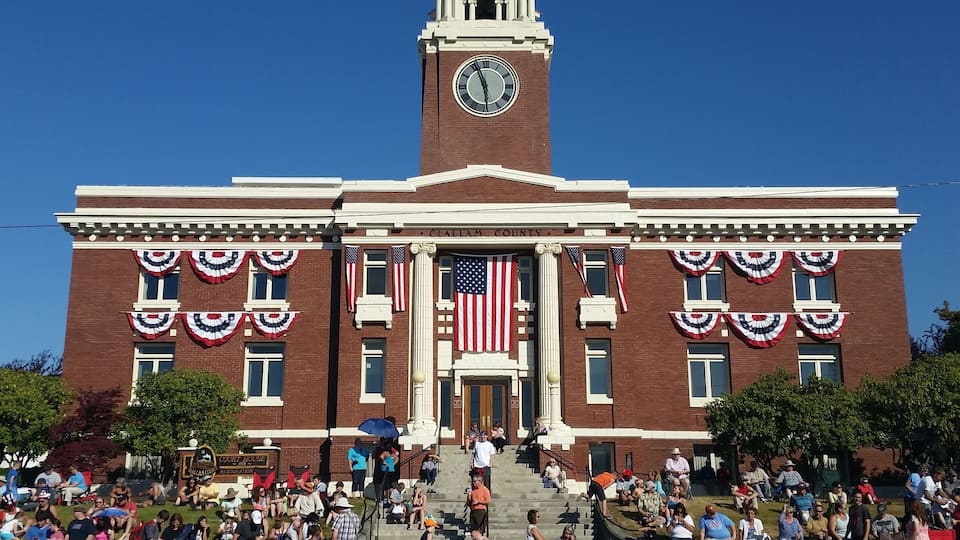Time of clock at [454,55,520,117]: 5:56
